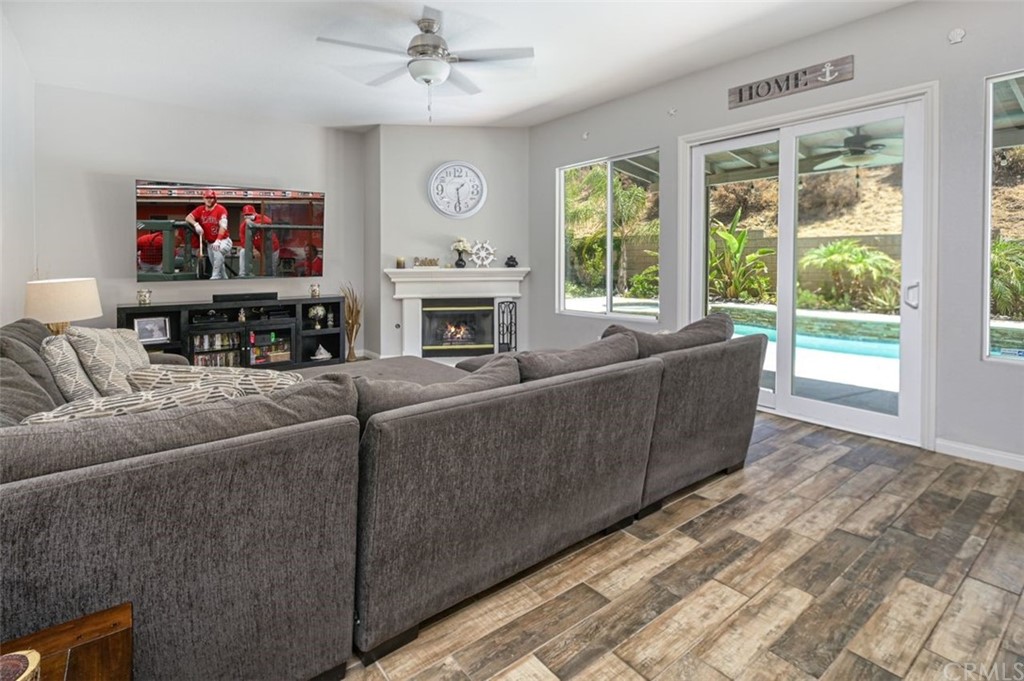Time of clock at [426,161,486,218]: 1:28
